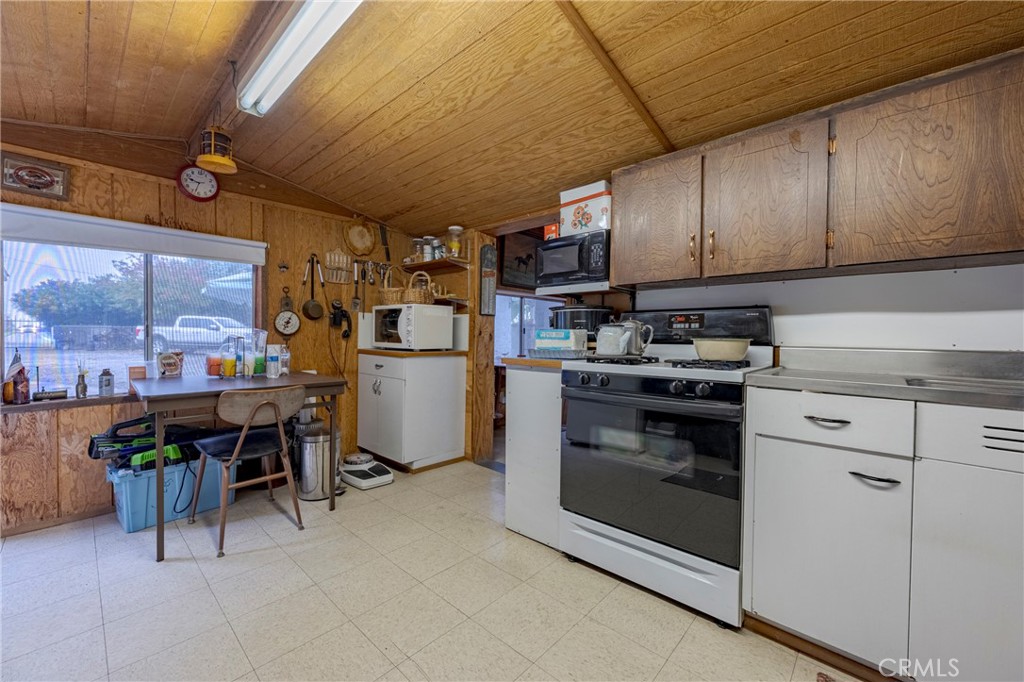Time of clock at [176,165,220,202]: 9:32
